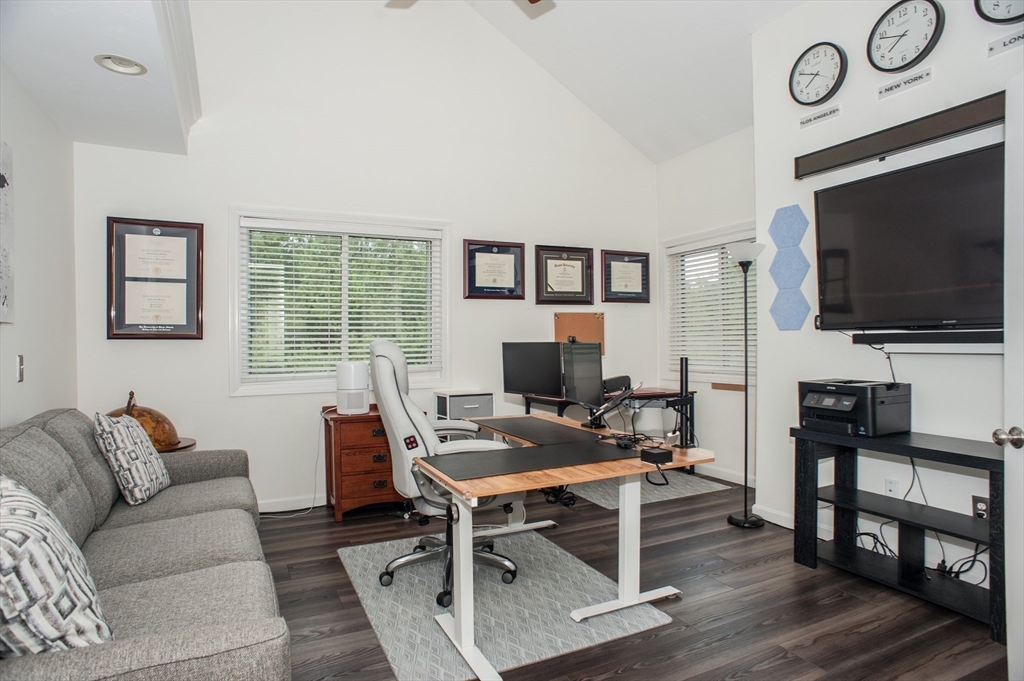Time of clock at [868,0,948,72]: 7:48
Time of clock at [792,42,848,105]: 7:48
